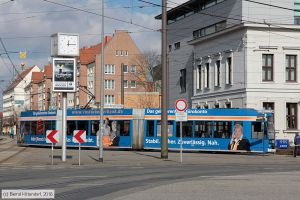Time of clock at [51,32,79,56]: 12:14
